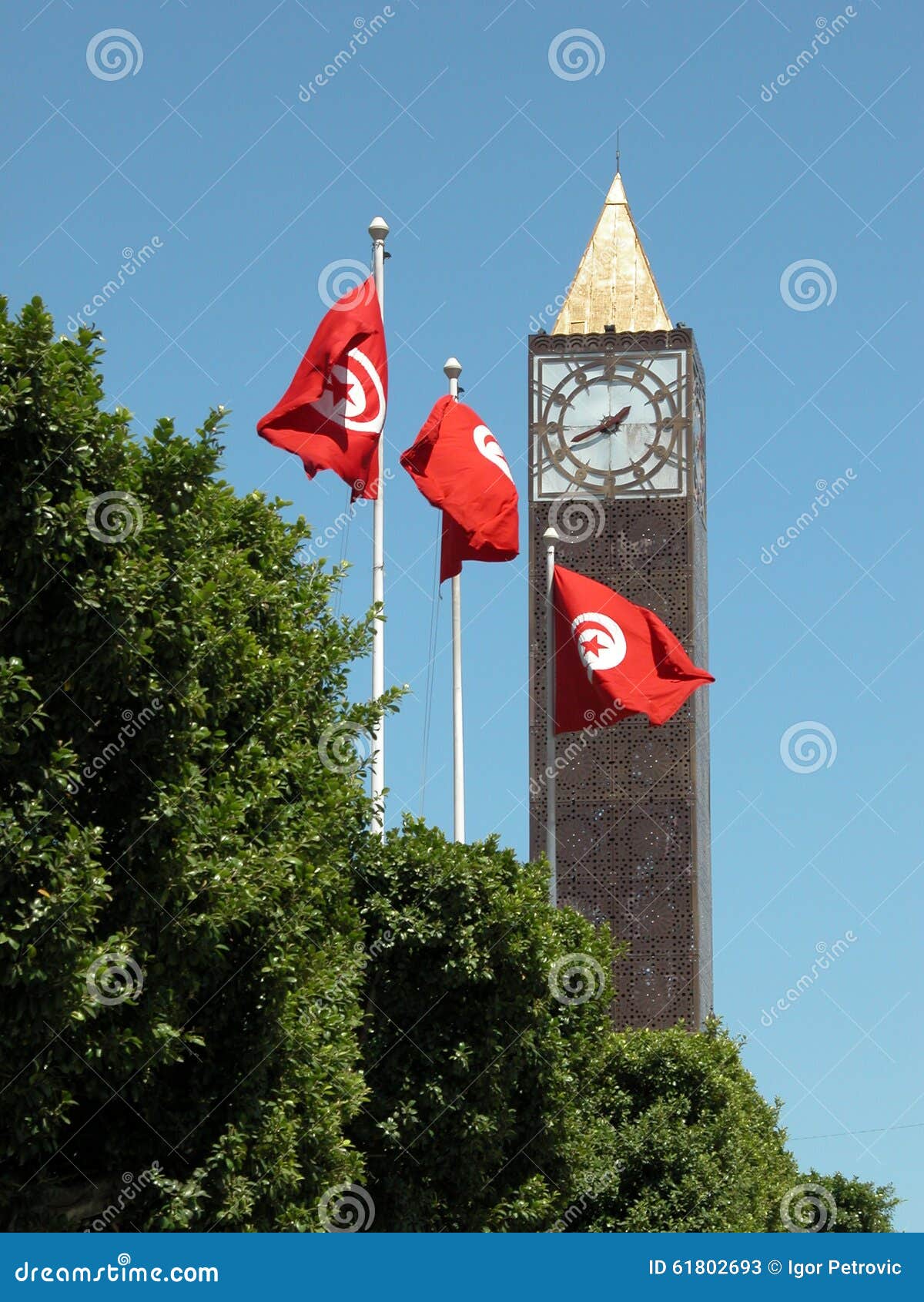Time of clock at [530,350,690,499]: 1:41
